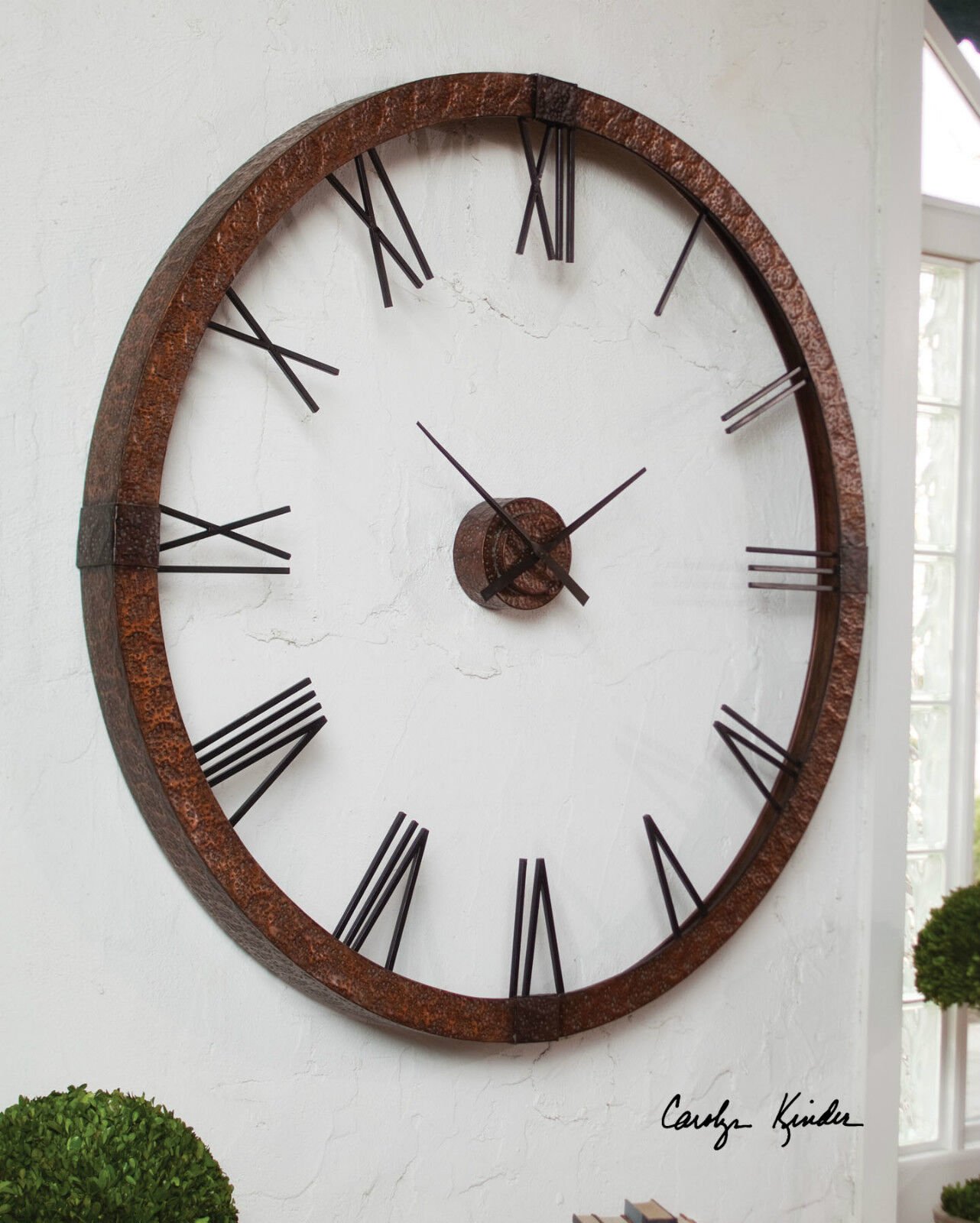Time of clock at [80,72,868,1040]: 1:51
